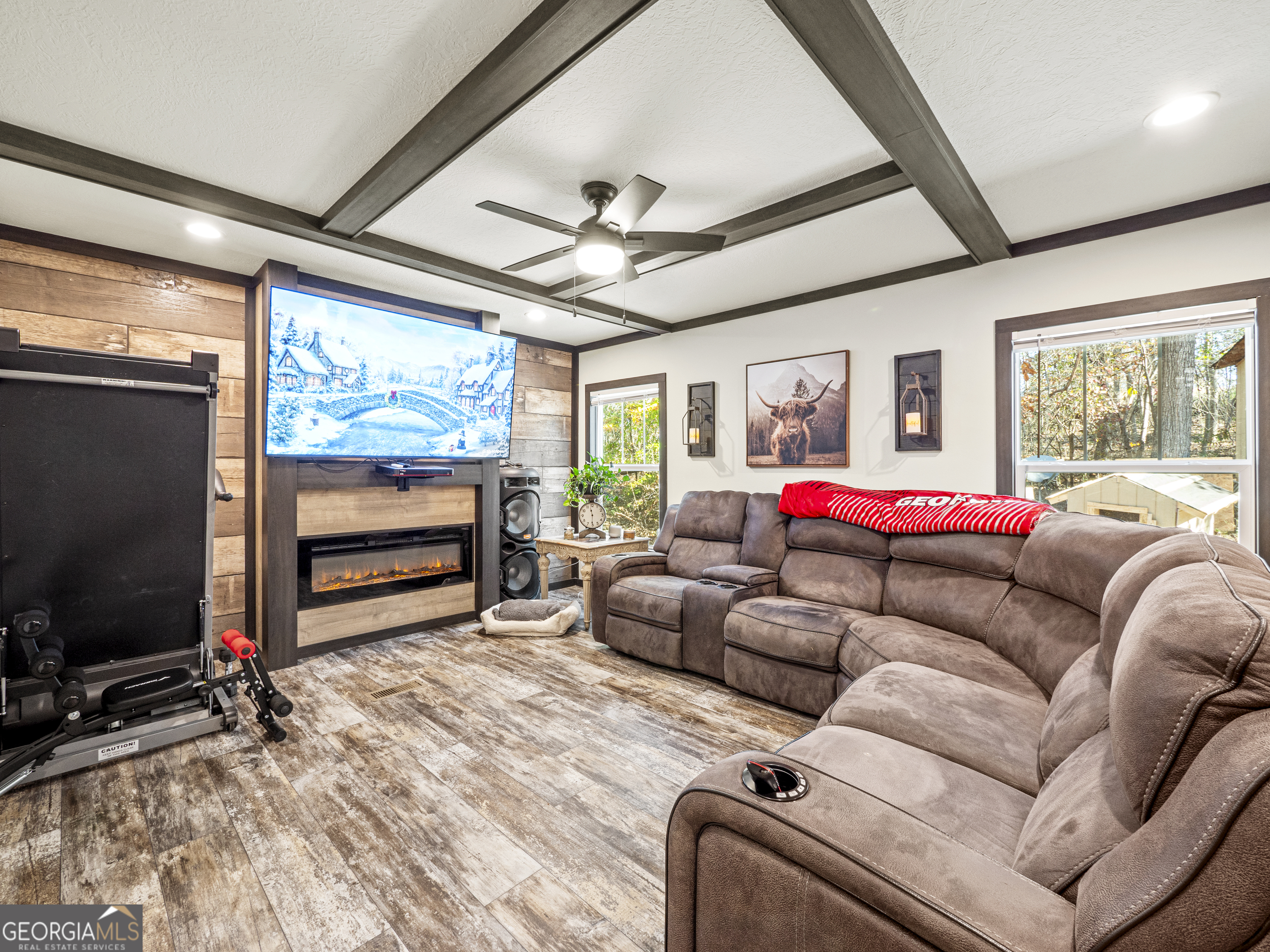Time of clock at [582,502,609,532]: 11:30
